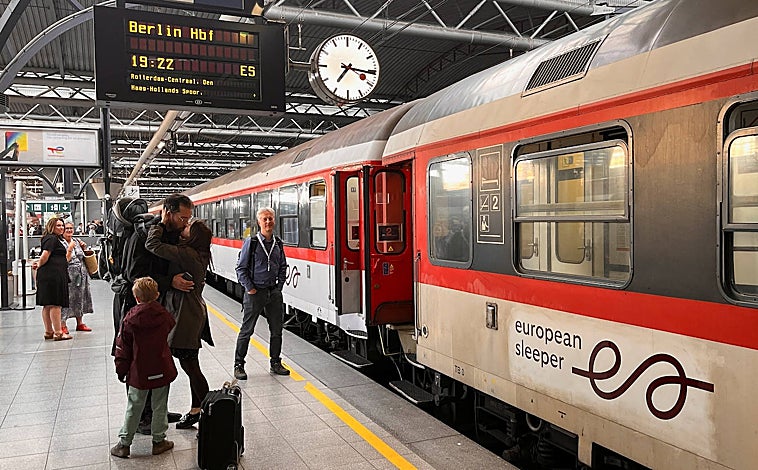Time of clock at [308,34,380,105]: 7:16
